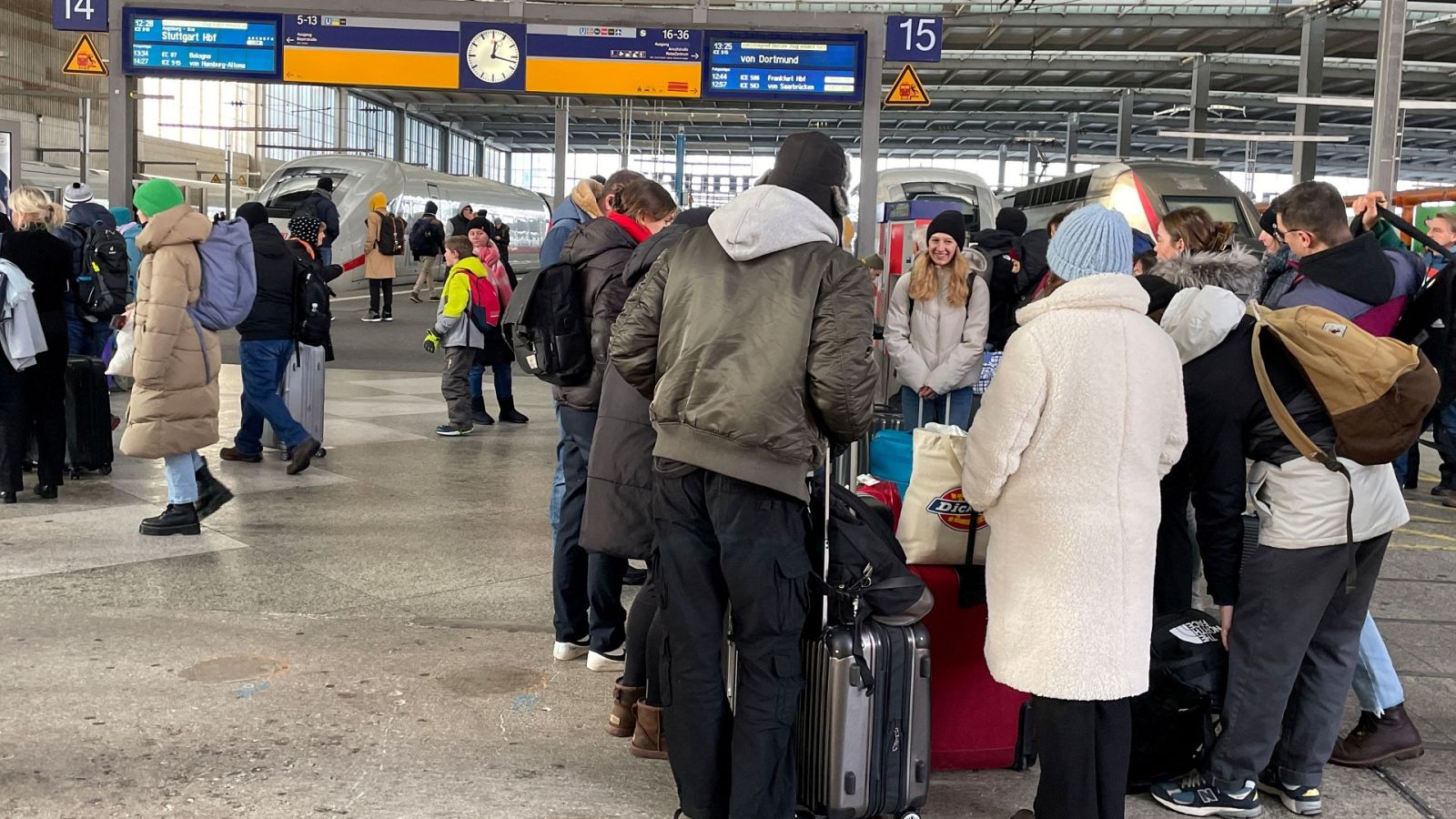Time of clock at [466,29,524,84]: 12:17
